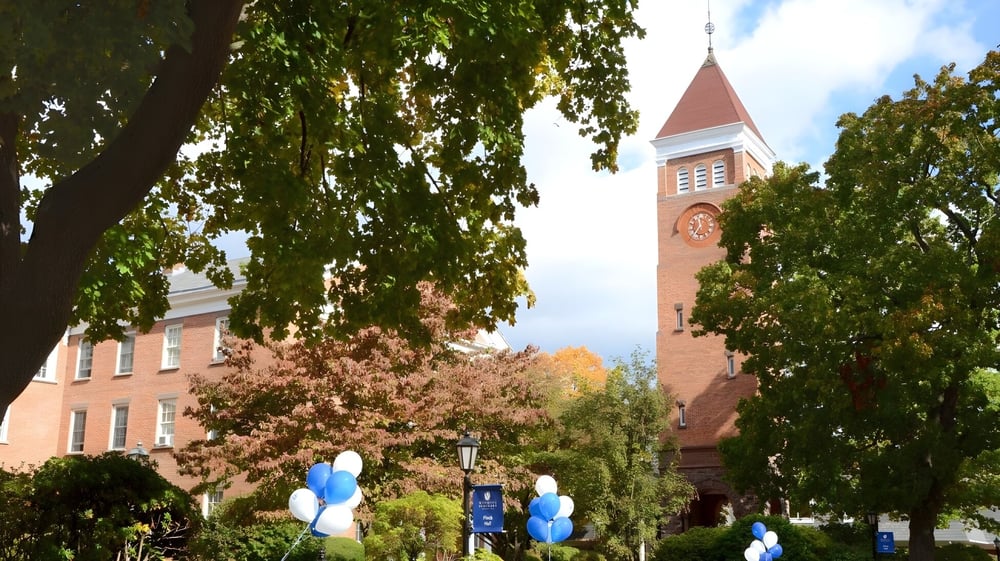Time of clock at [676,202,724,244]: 11:35
